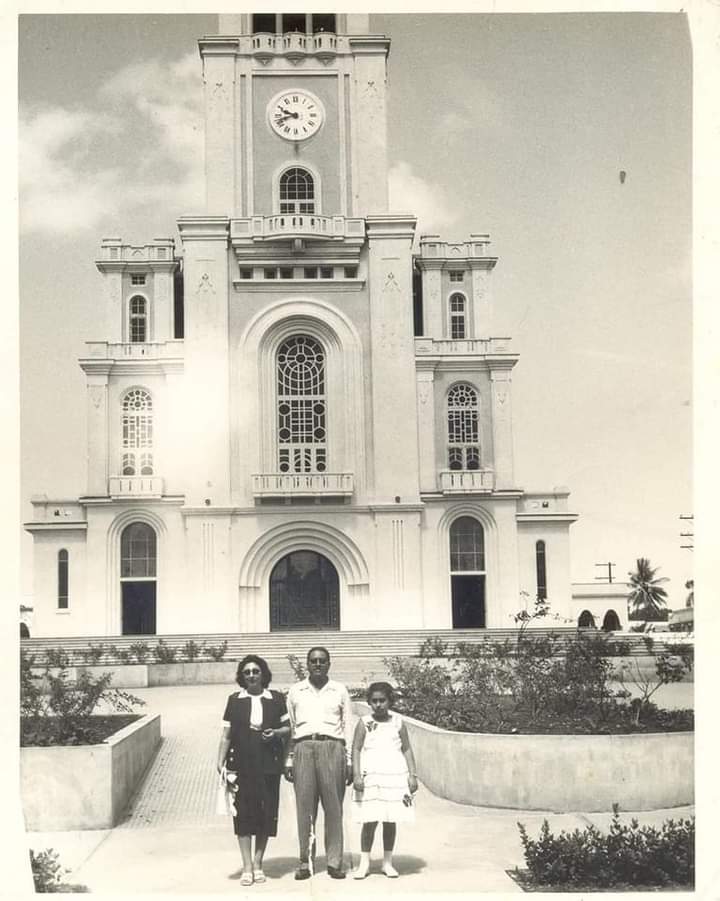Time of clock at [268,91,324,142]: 9:42
